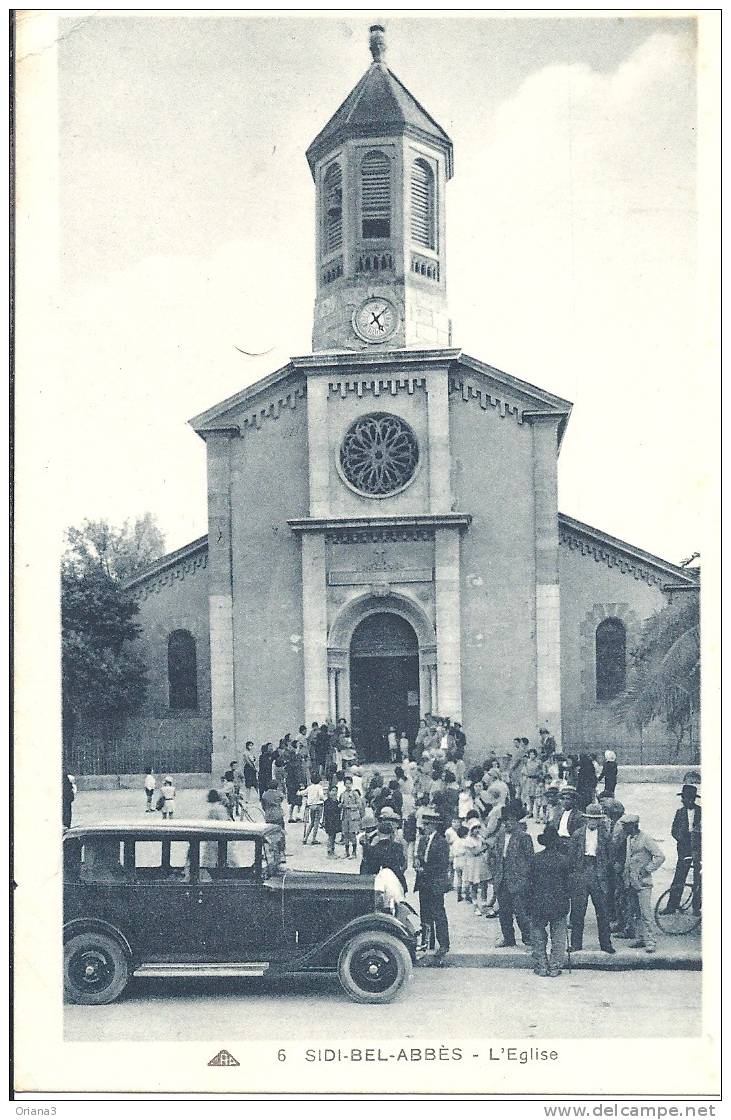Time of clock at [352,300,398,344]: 5:07
